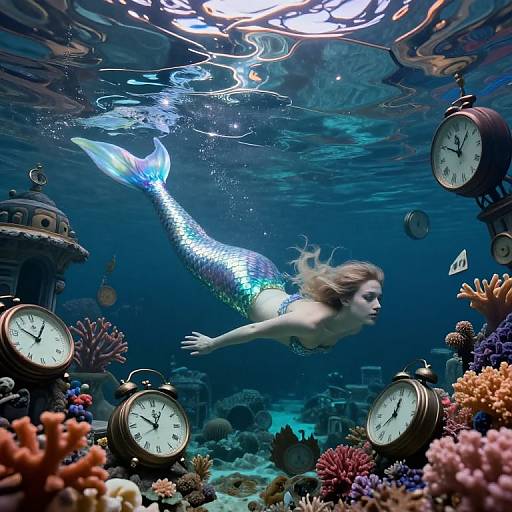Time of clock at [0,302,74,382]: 10:05
